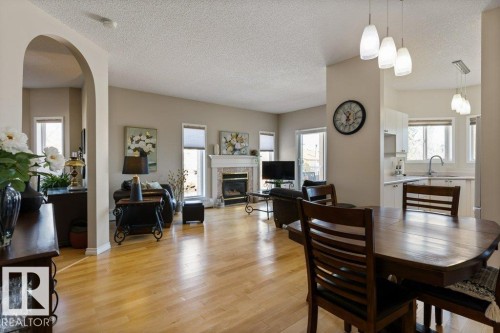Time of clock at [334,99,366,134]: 10:32
